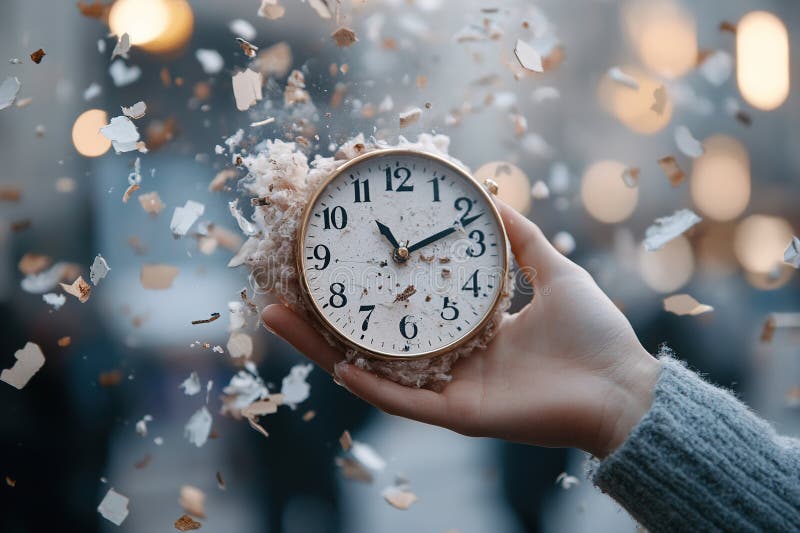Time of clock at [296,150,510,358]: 11:11
